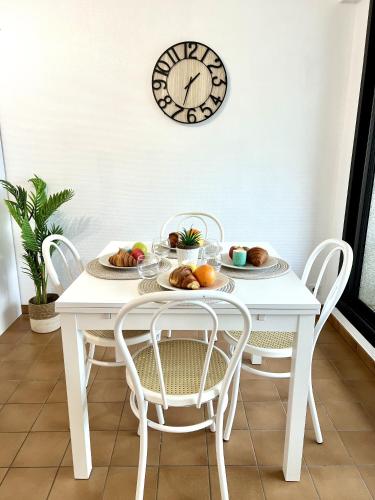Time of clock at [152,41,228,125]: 1:33
